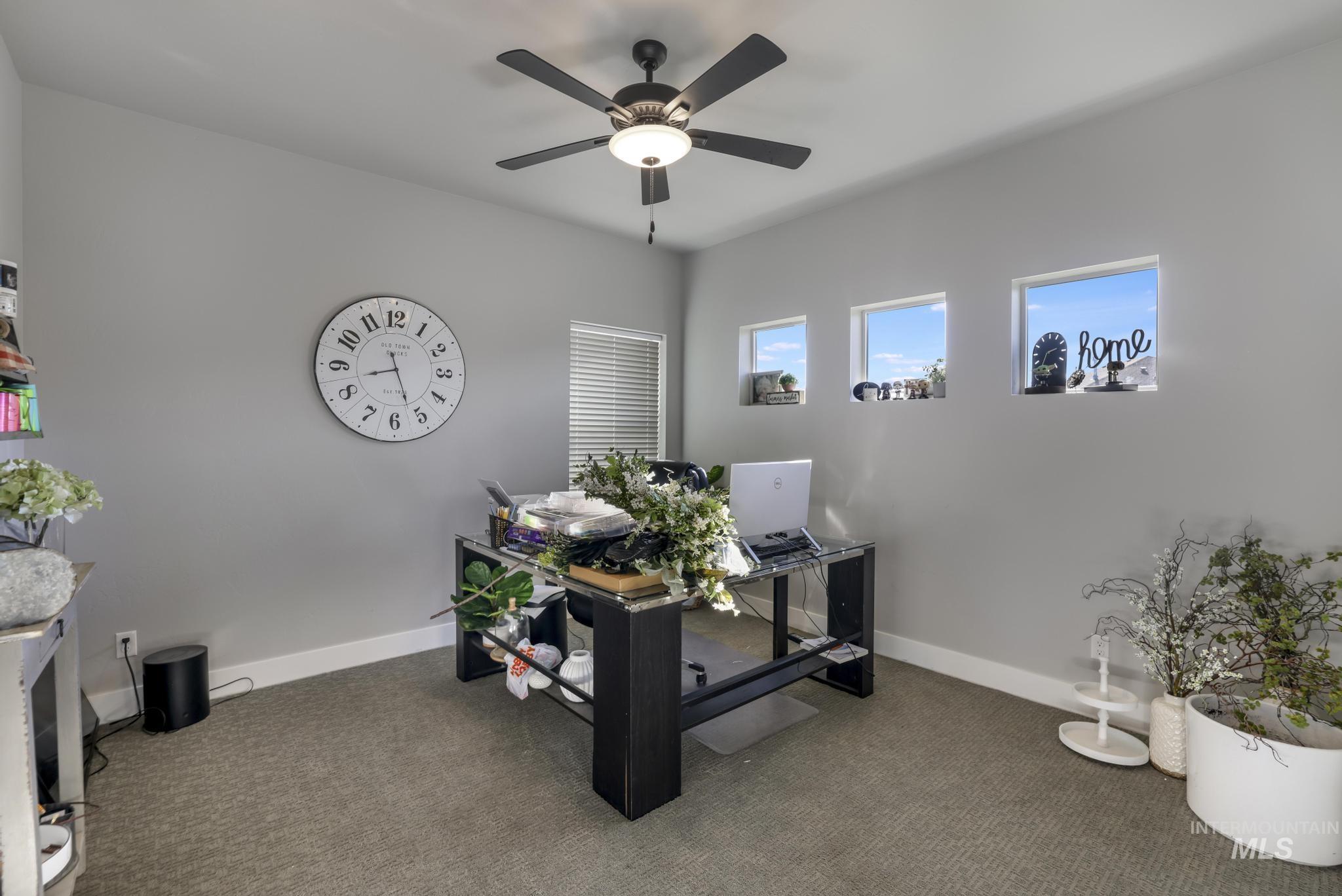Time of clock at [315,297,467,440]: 8:26
